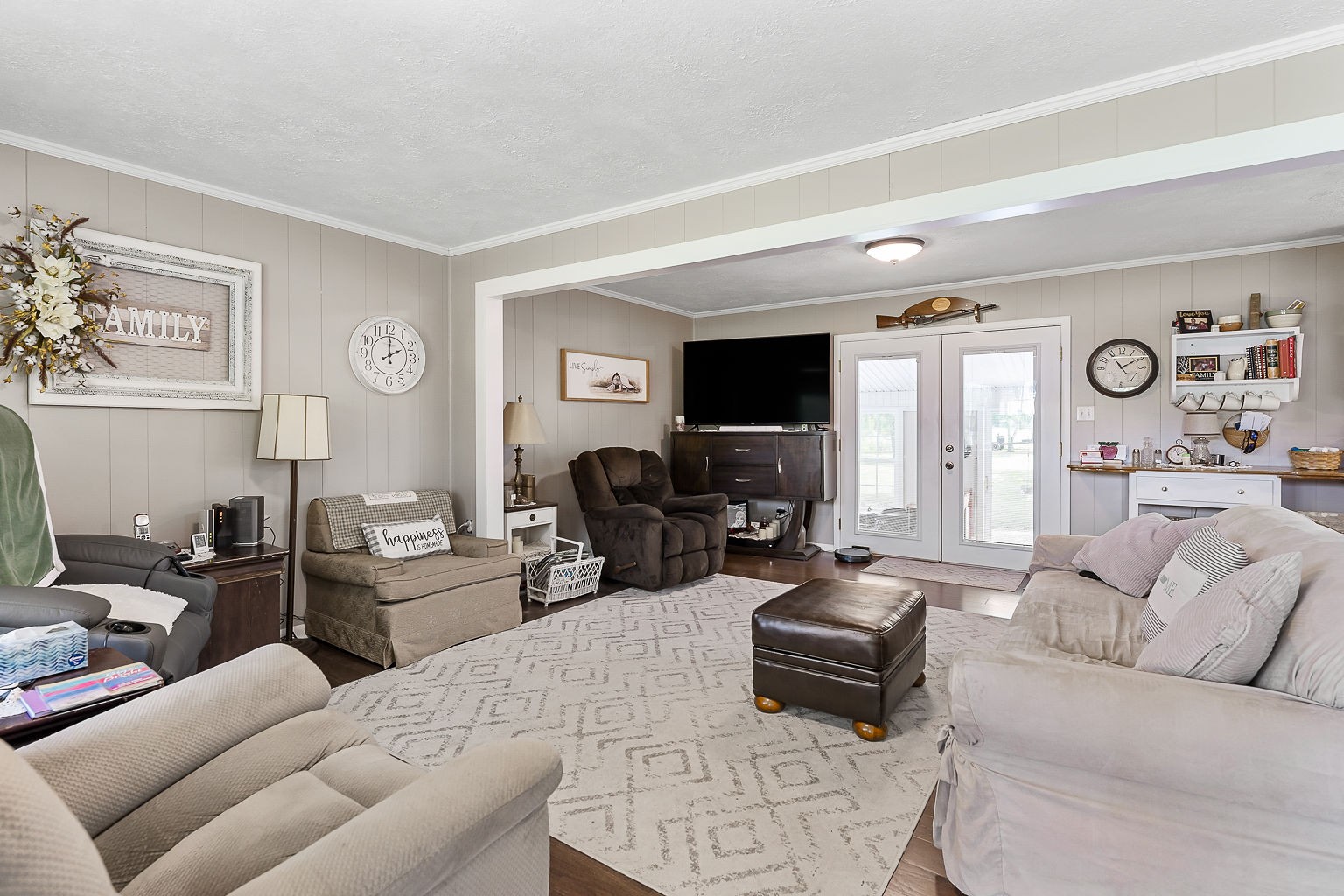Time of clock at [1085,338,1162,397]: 1:54
